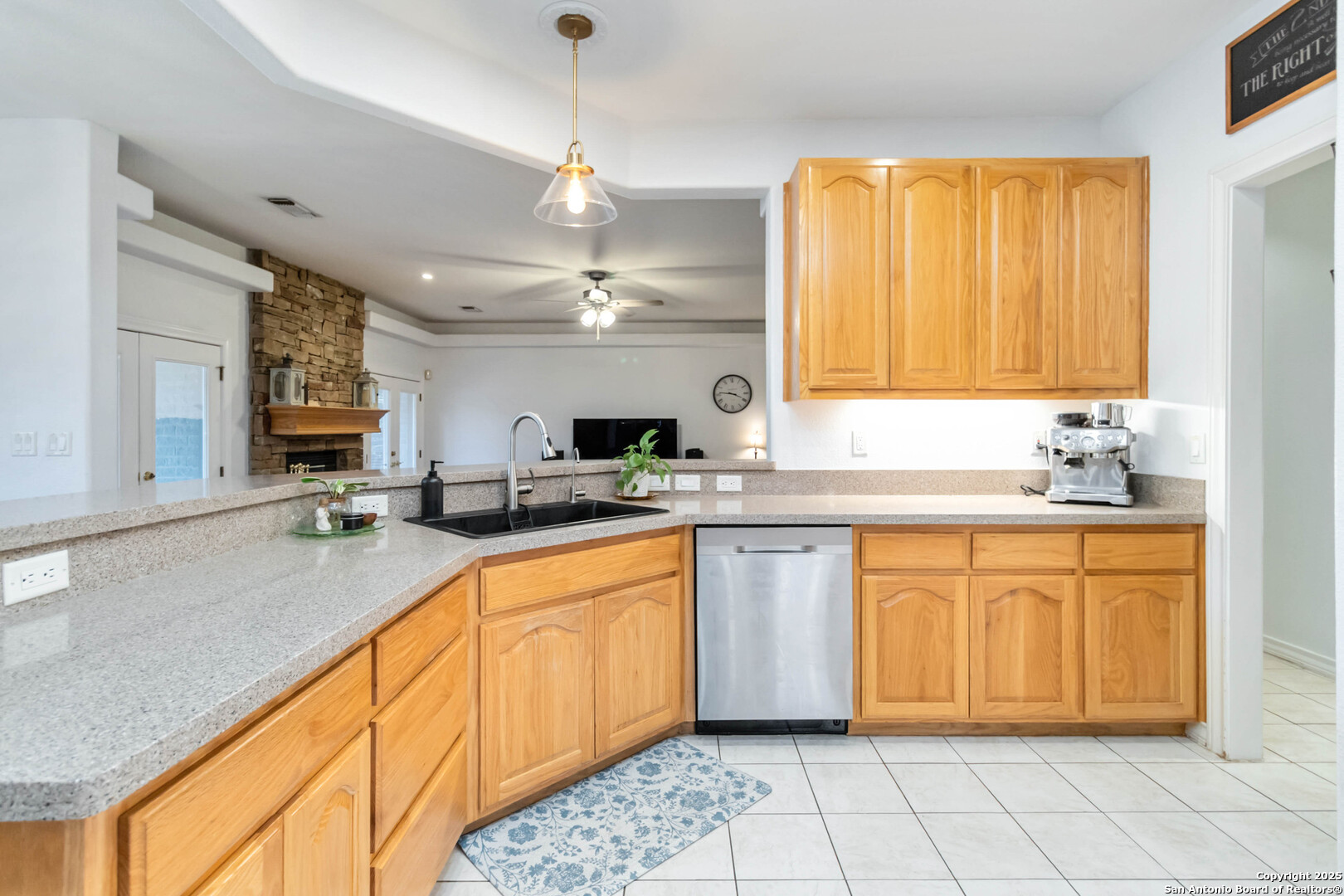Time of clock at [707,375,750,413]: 3:46
